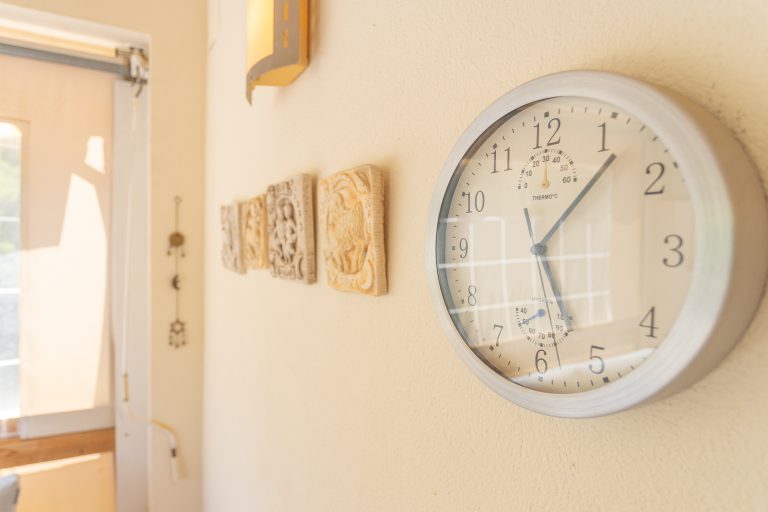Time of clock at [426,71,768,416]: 5:06
